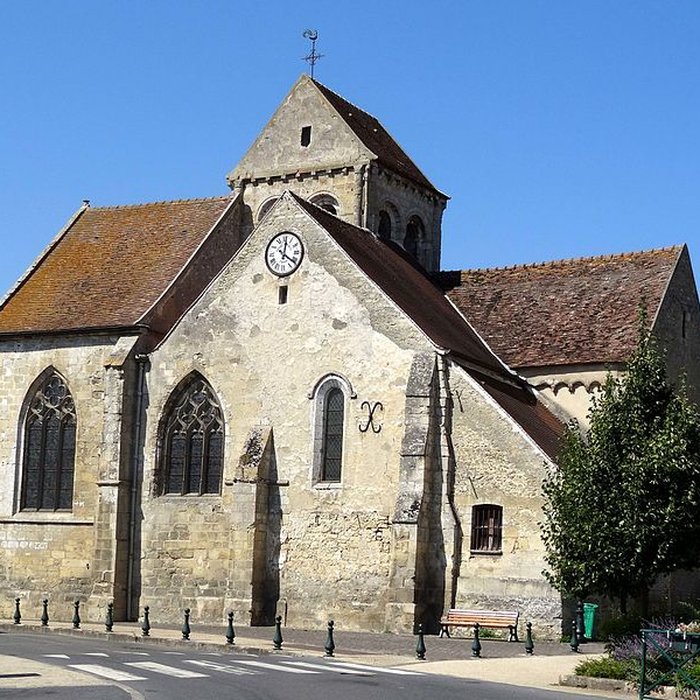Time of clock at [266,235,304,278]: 12:21
